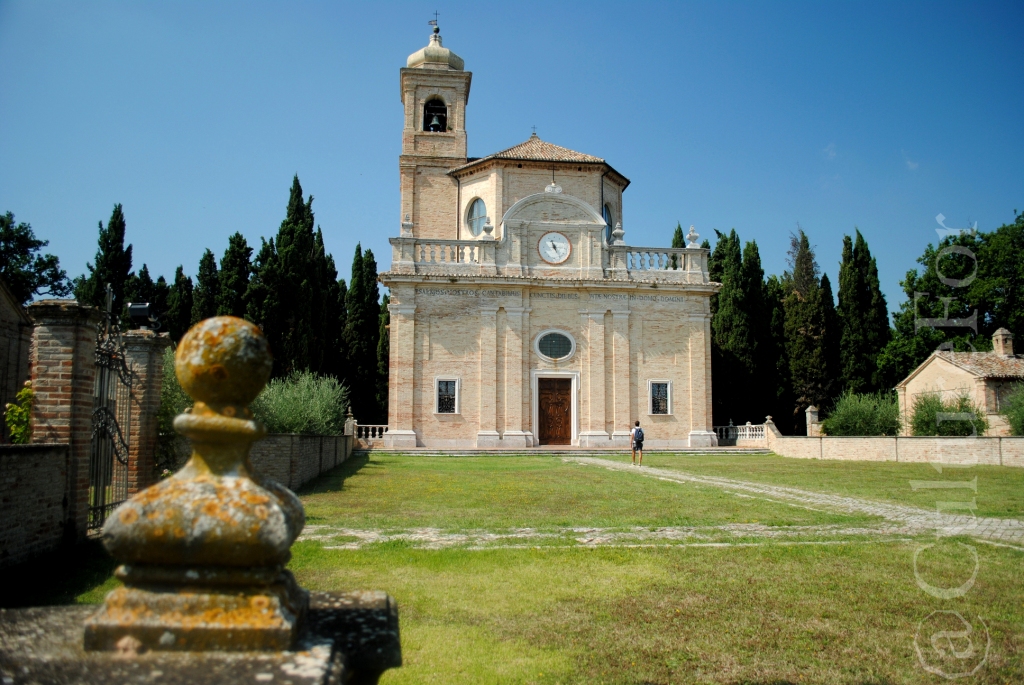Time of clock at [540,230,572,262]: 11:24
